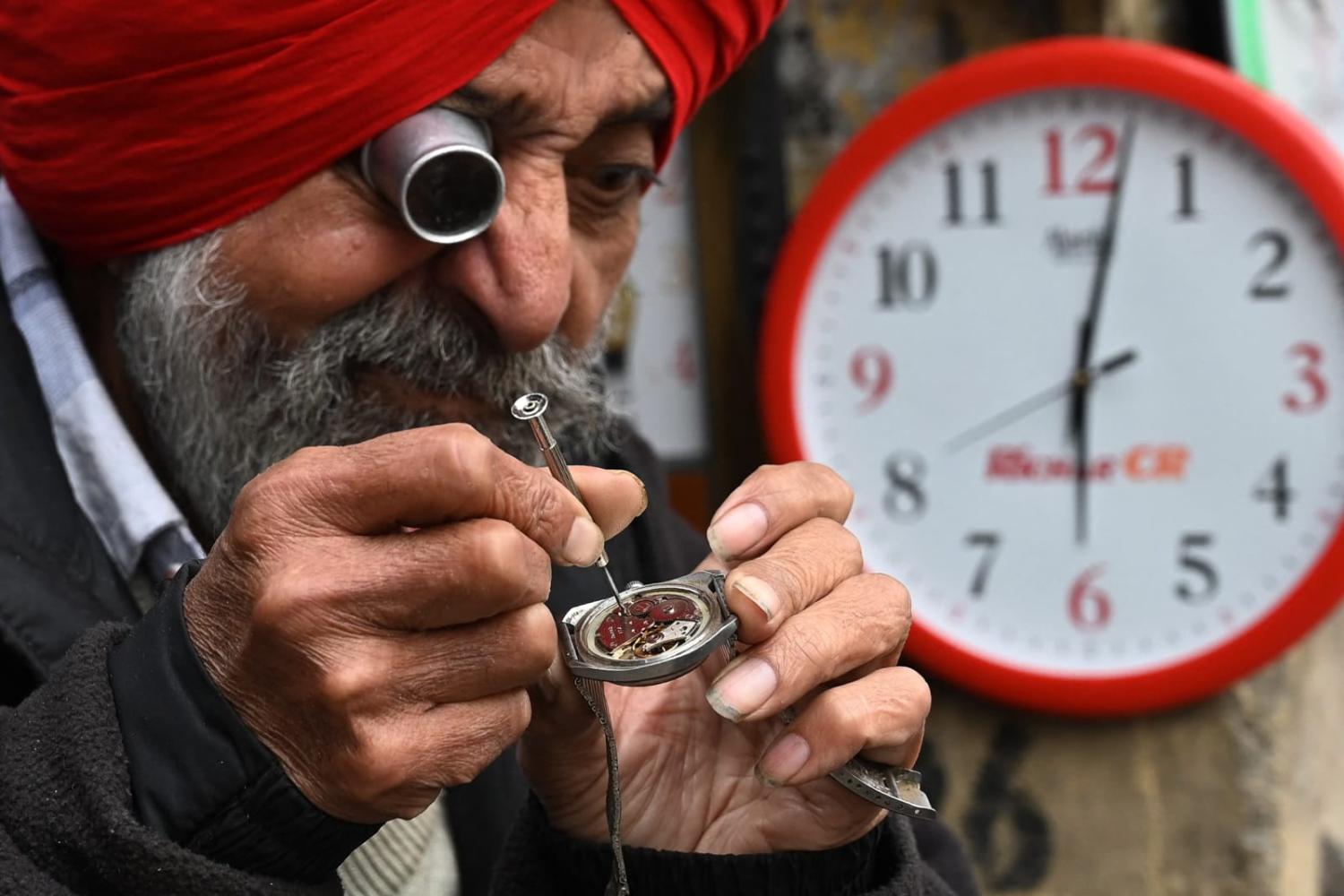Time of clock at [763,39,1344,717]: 6:02
